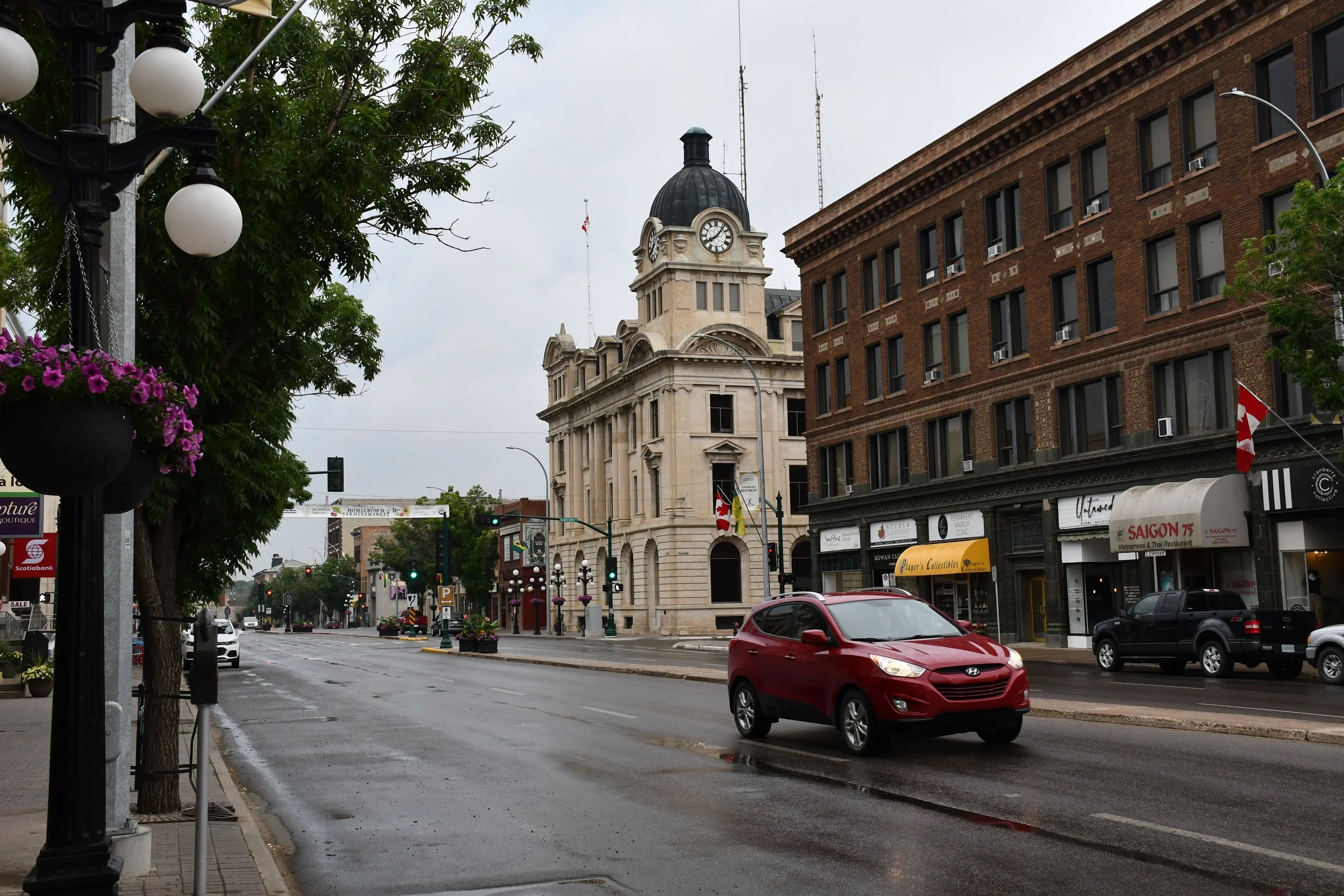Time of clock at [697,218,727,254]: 8:06
